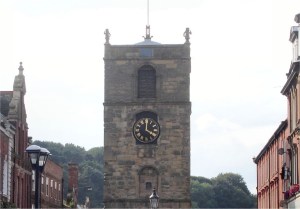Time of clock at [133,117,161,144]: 4:00
